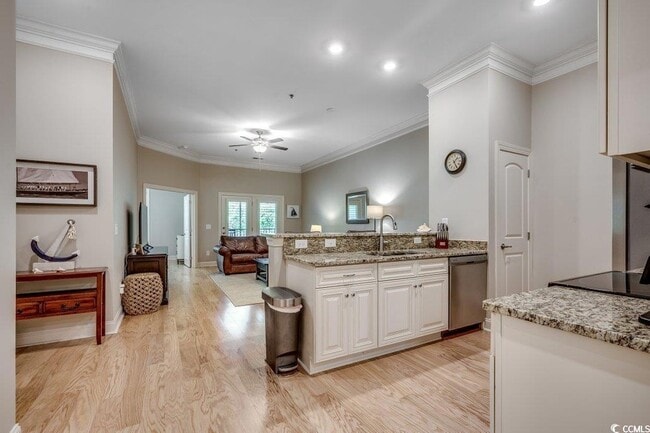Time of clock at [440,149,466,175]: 1:24
